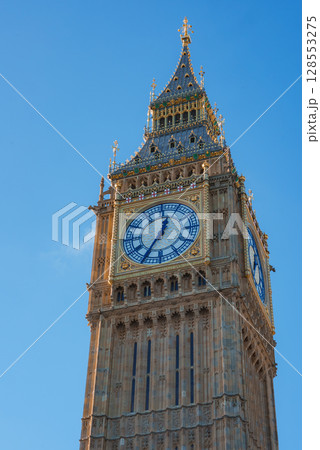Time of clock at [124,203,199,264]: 12:35
